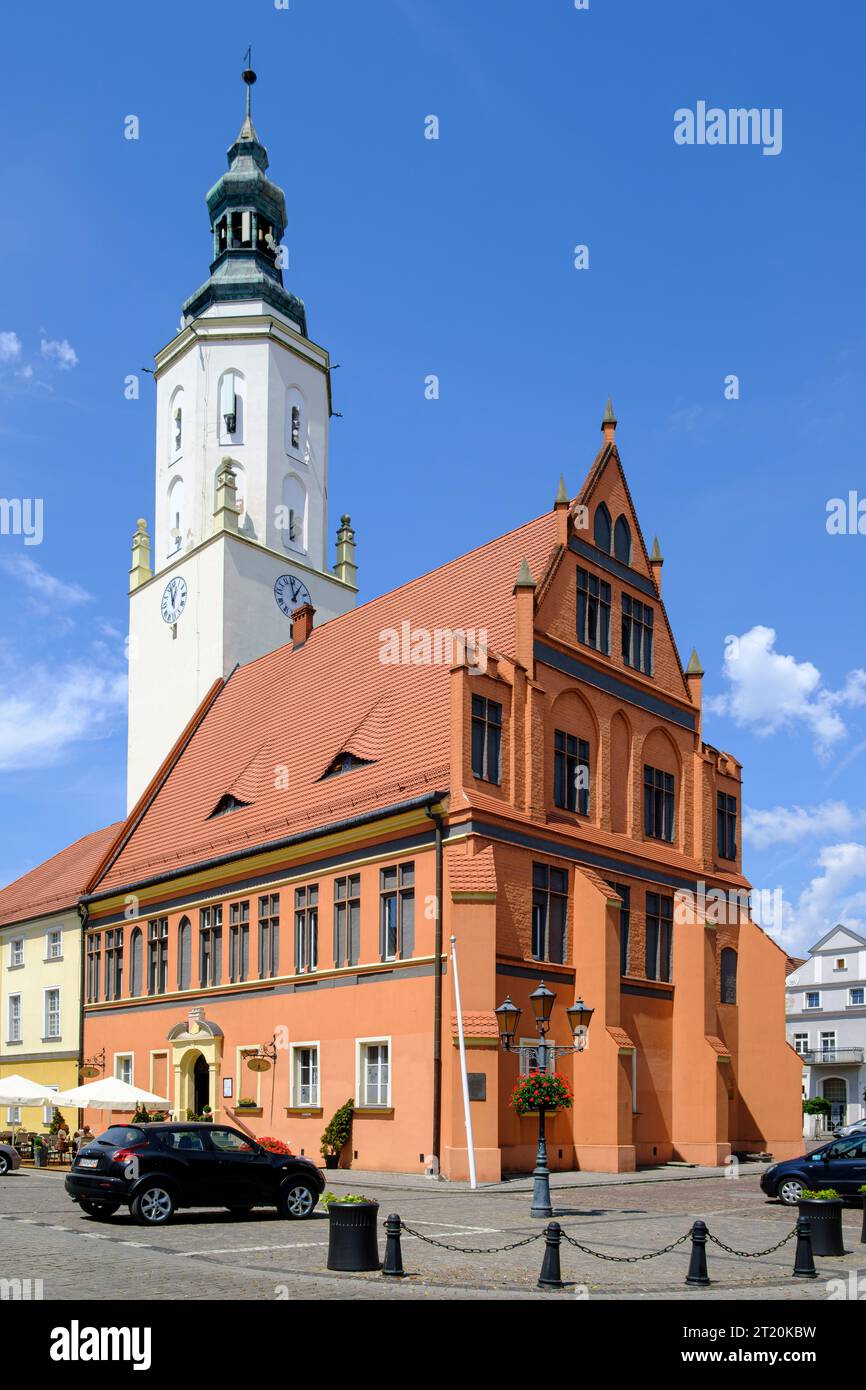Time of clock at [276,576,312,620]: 12:58
